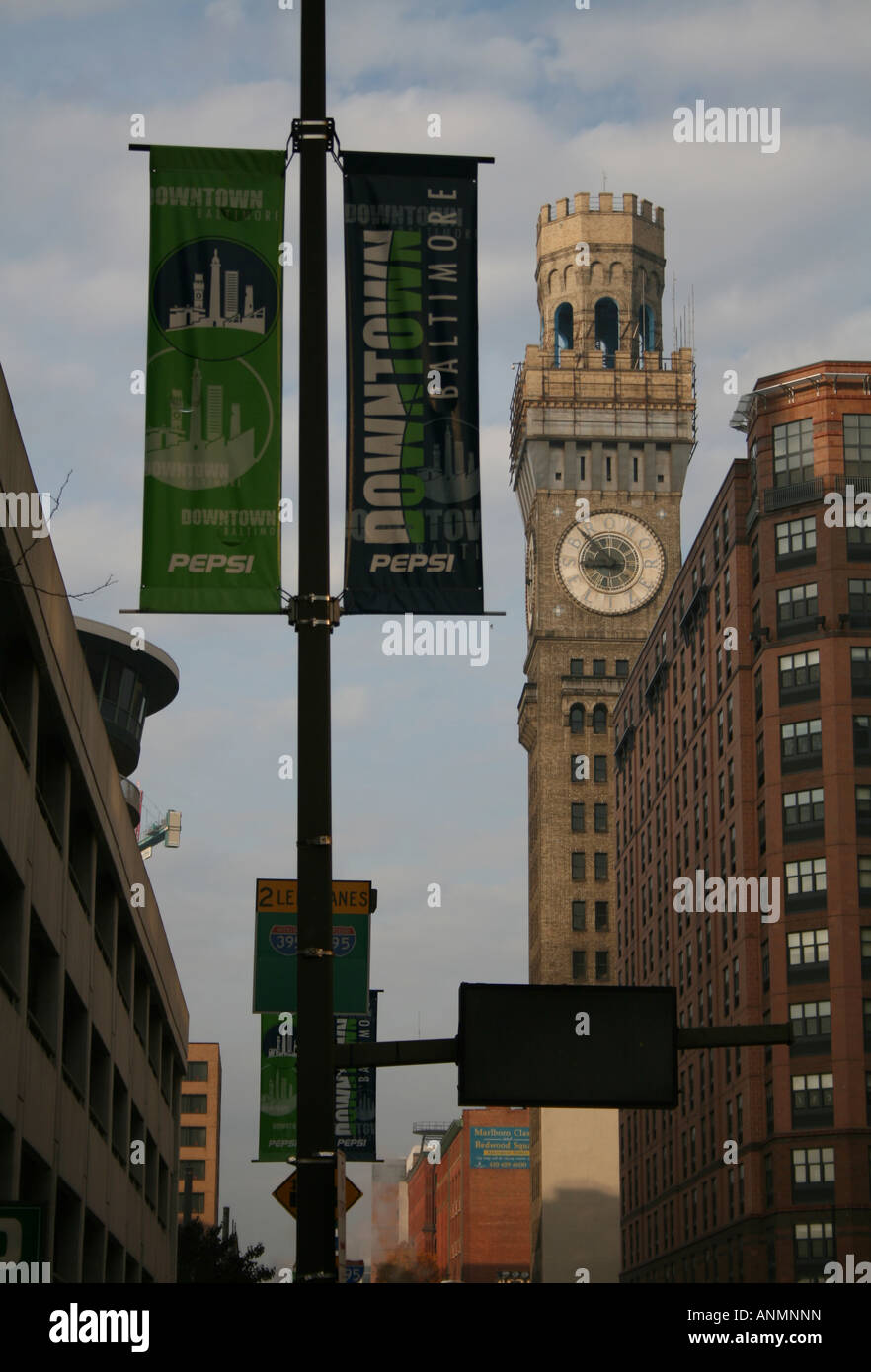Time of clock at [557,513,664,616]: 8:53
